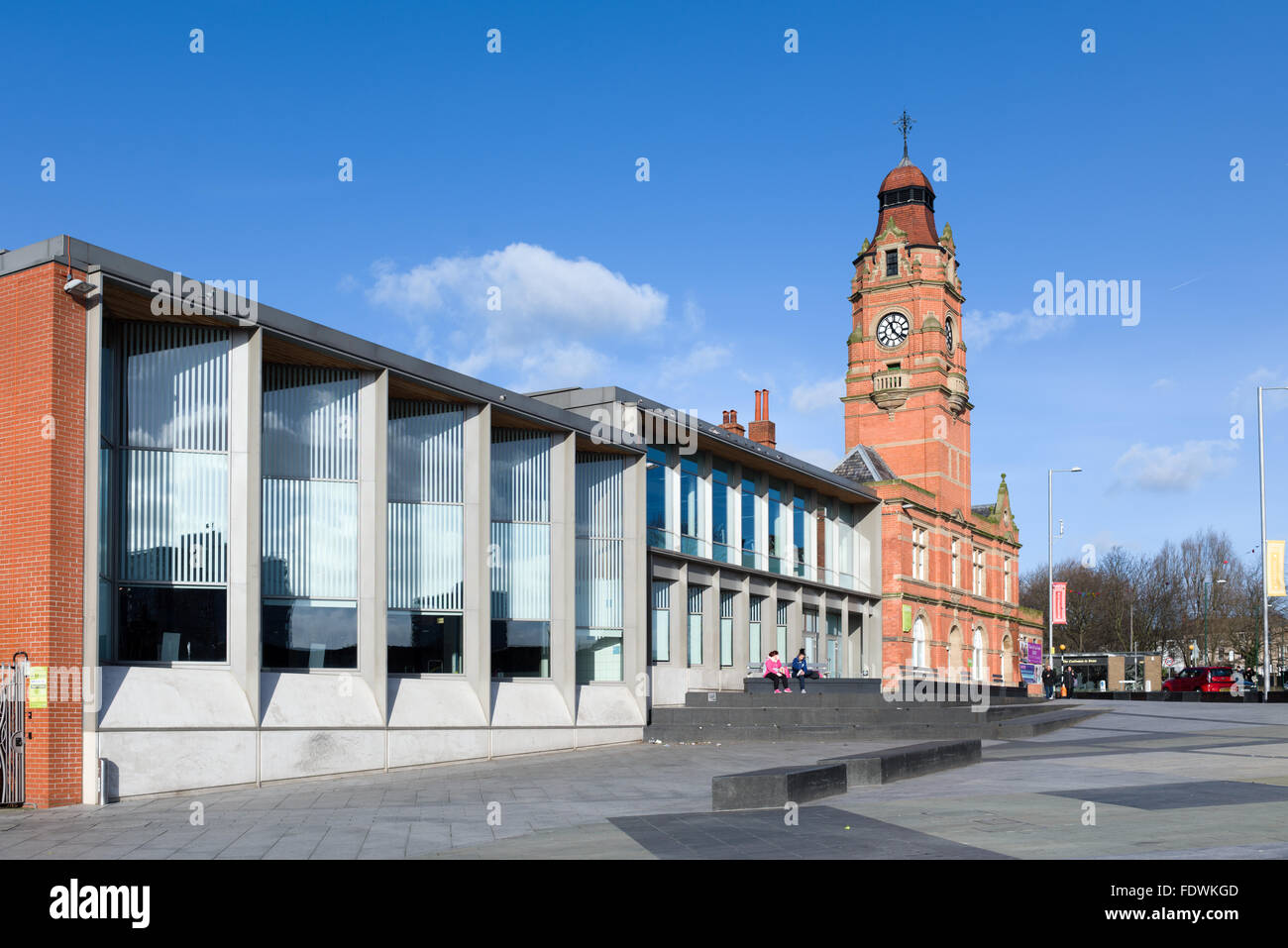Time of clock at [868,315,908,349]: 11:22
